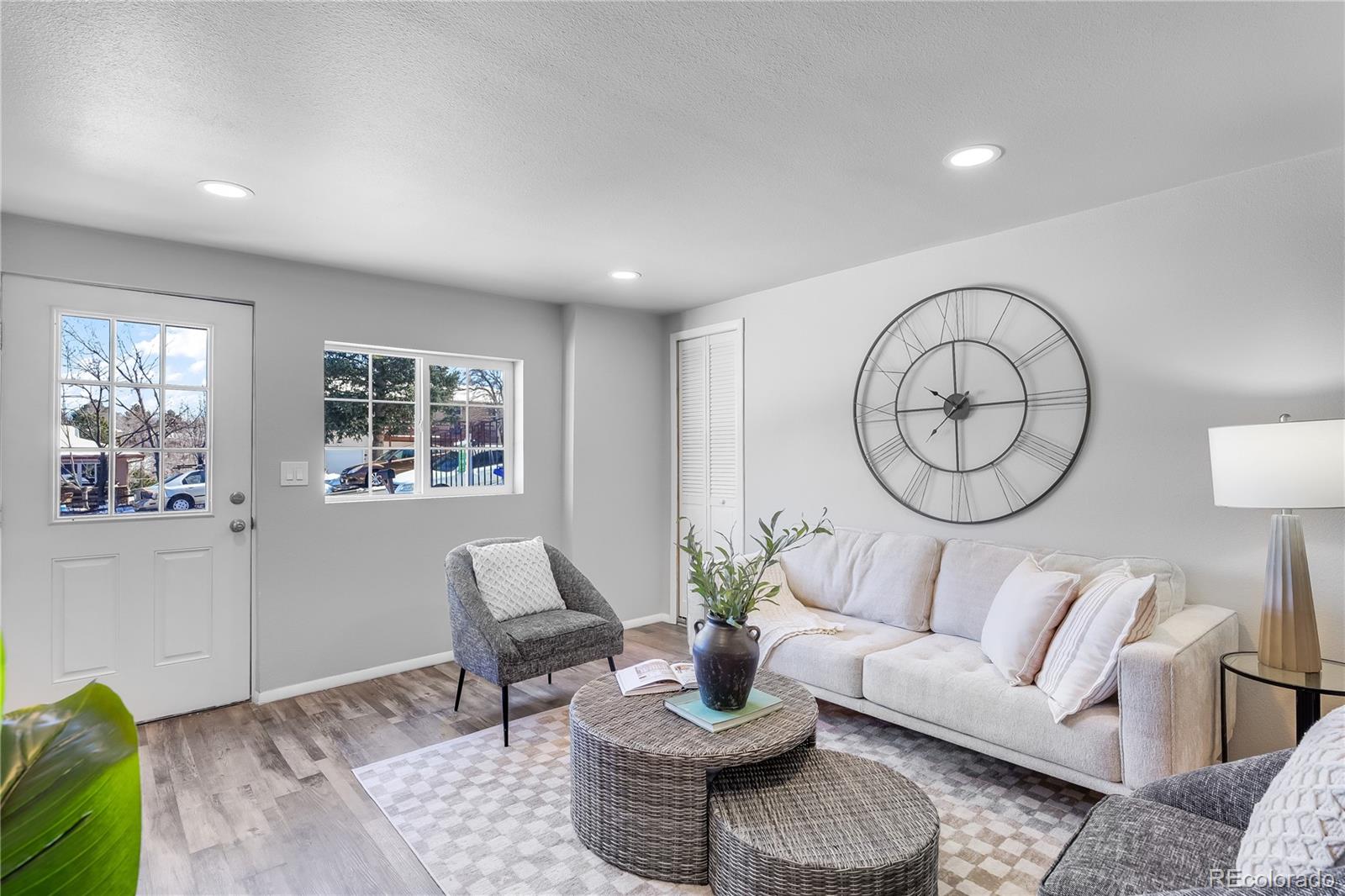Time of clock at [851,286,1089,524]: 9:00
